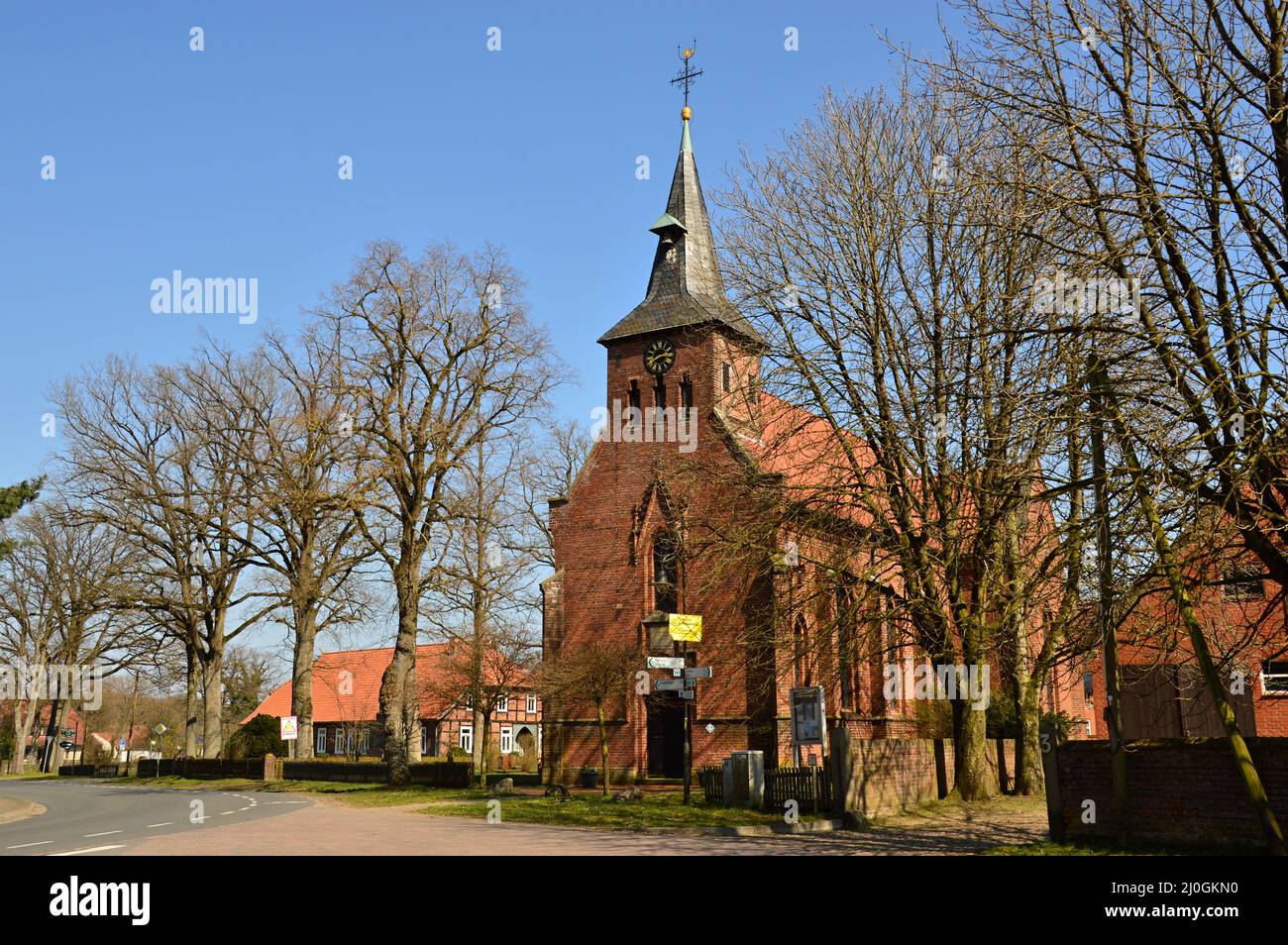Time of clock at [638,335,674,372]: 2:40
